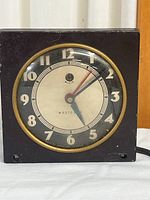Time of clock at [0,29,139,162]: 5:08
